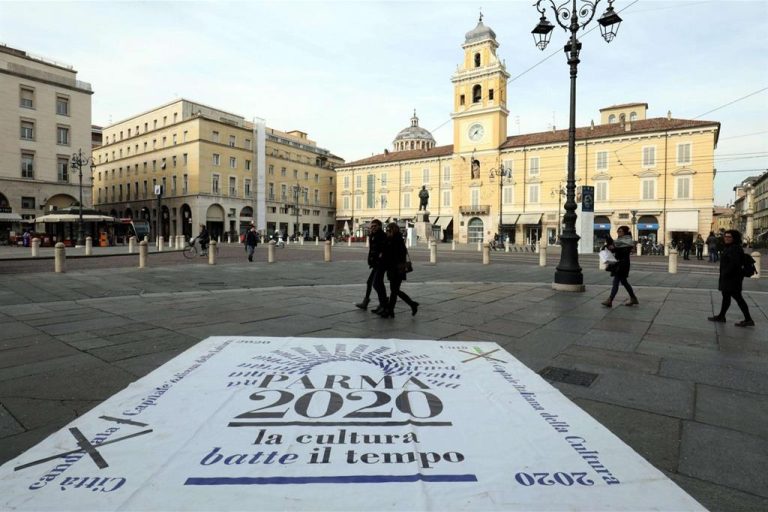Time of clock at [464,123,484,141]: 7:37
